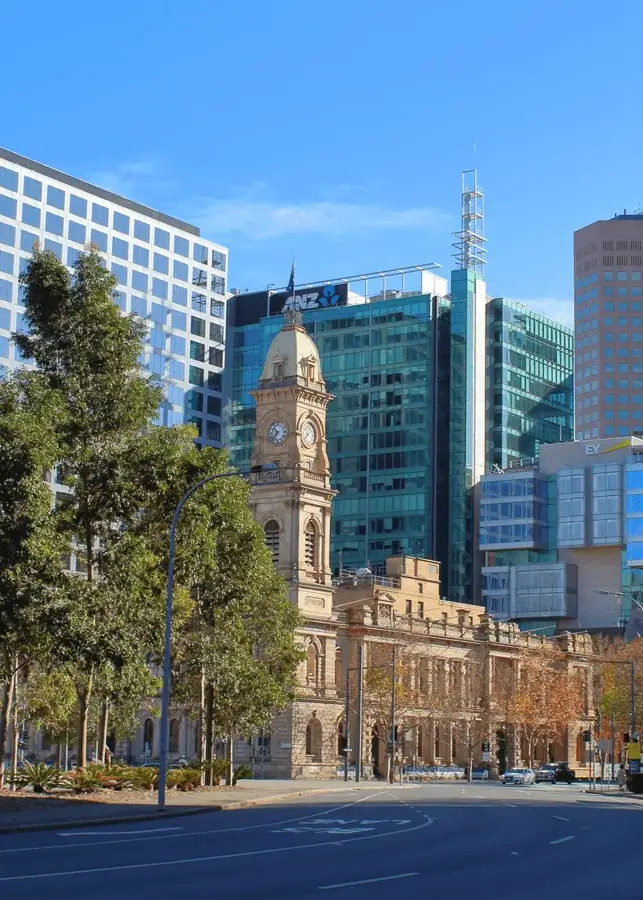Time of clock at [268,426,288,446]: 10:36
